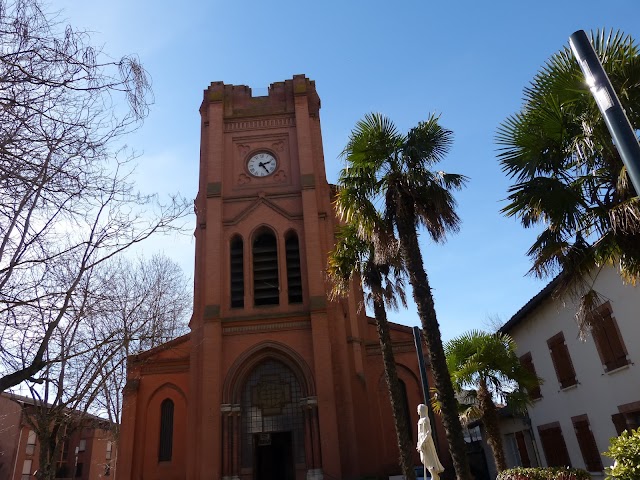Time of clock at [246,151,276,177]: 2:24
